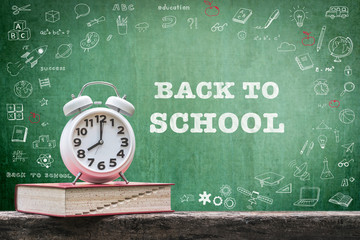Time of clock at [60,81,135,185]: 8:00
